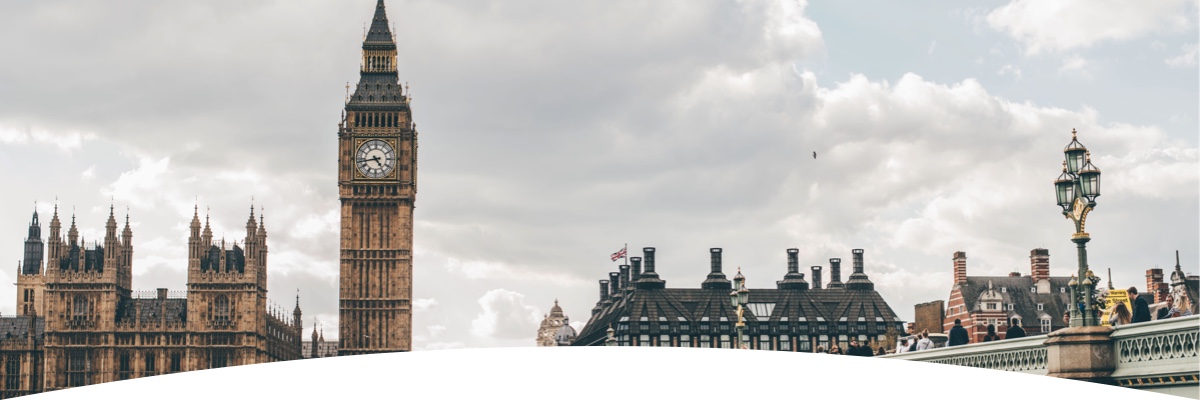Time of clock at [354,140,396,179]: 4:43
